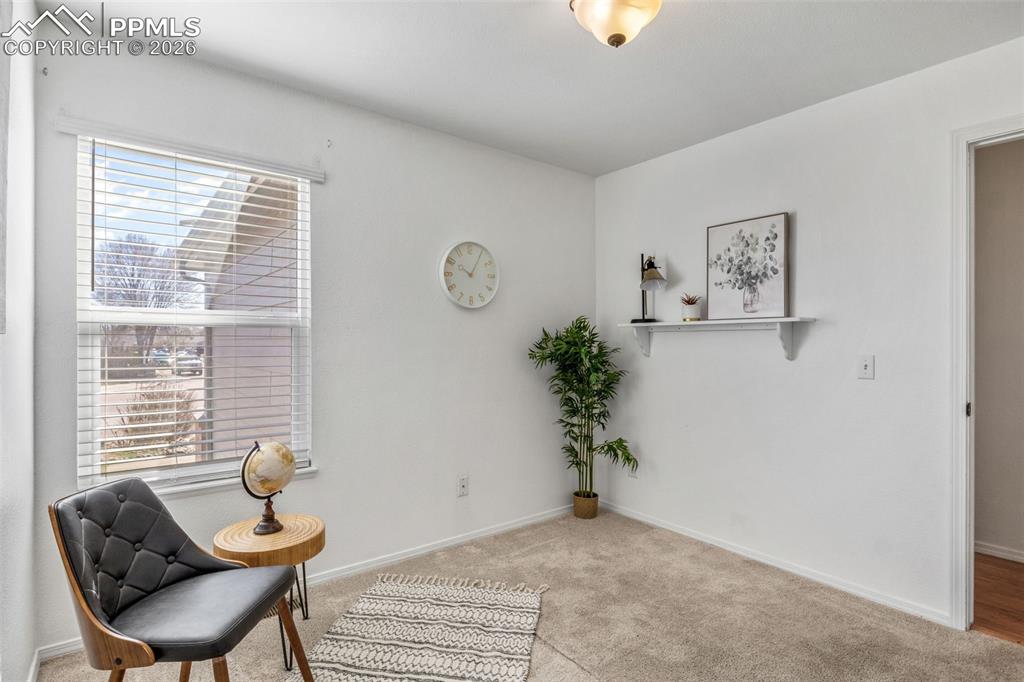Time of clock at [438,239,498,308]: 10:05
